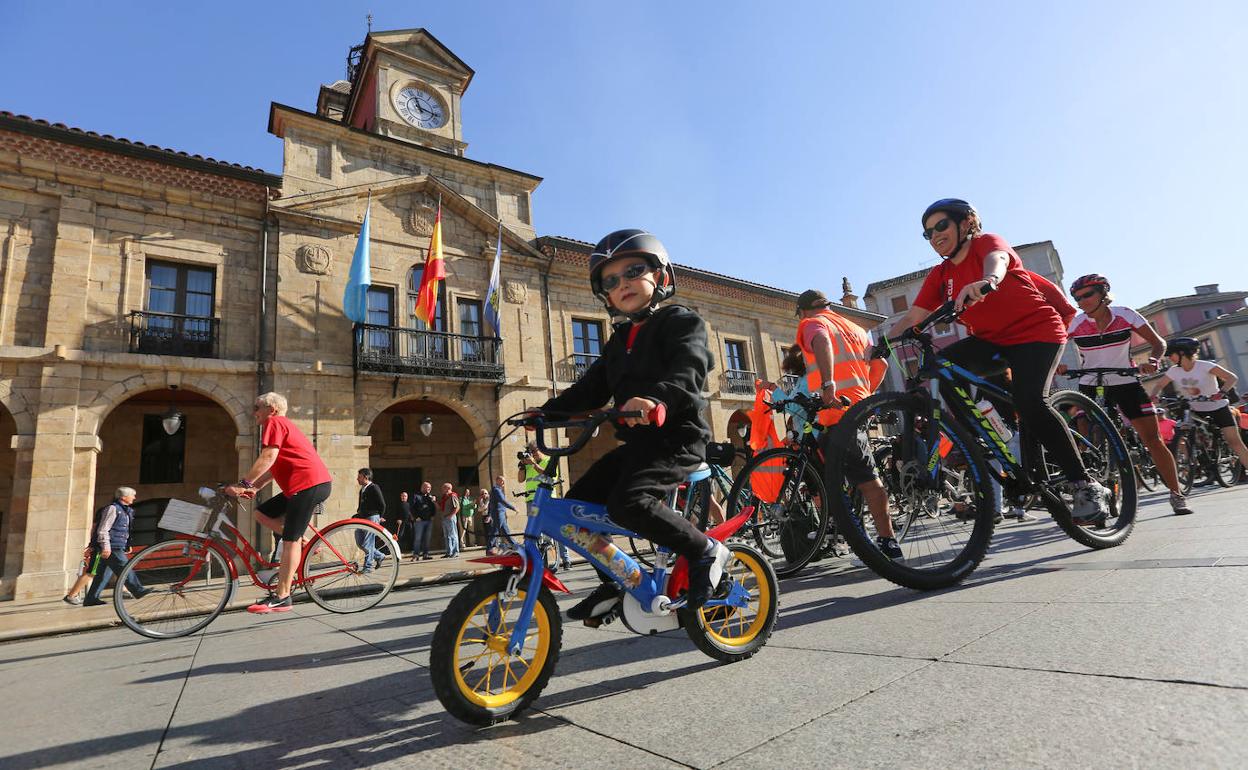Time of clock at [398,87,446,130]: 11:16
